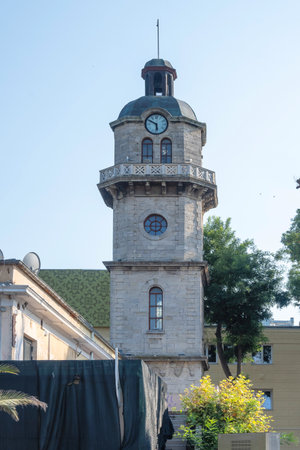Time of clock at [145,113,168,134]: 5:49
